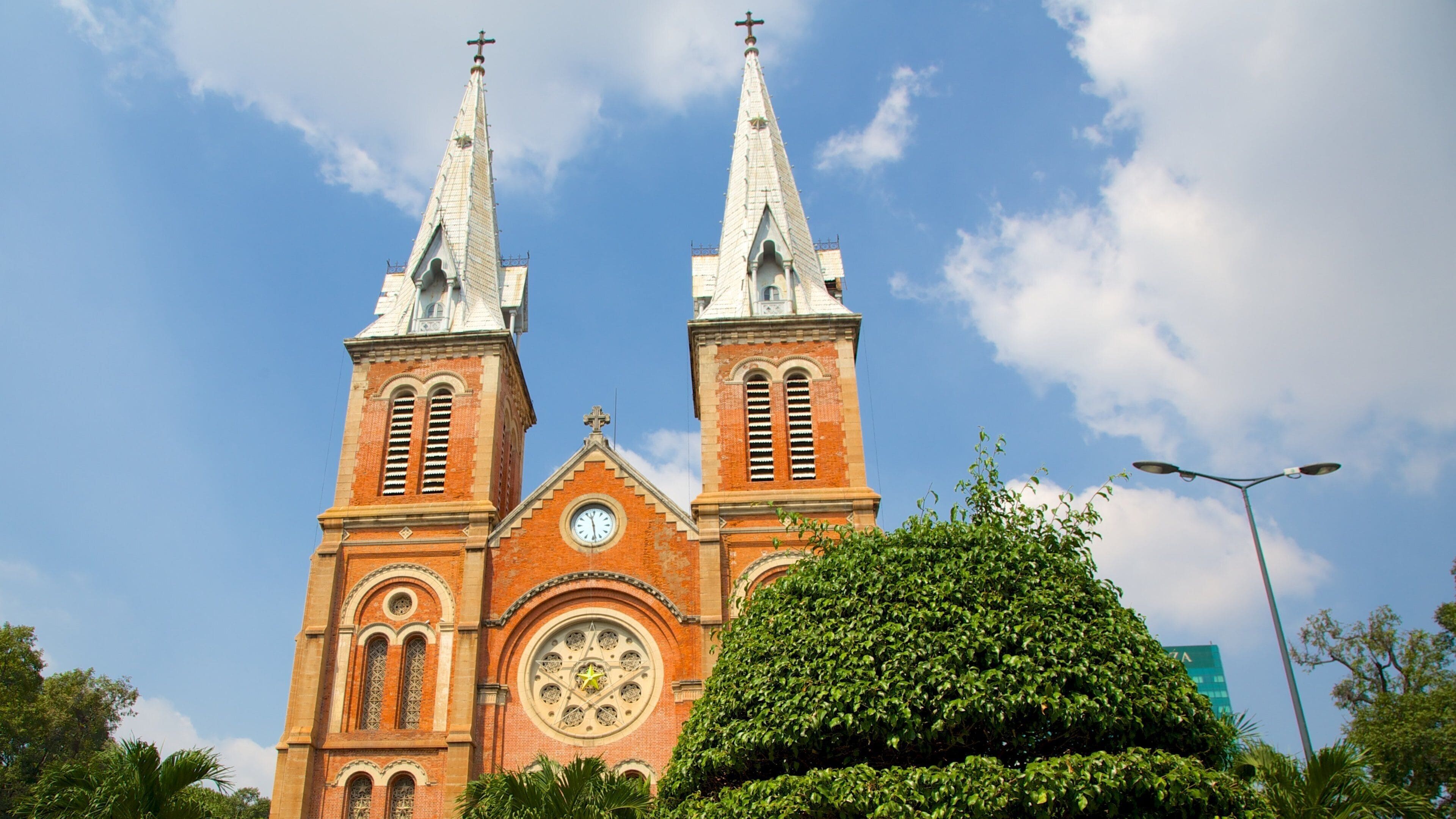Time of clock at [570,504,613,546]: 11:28
